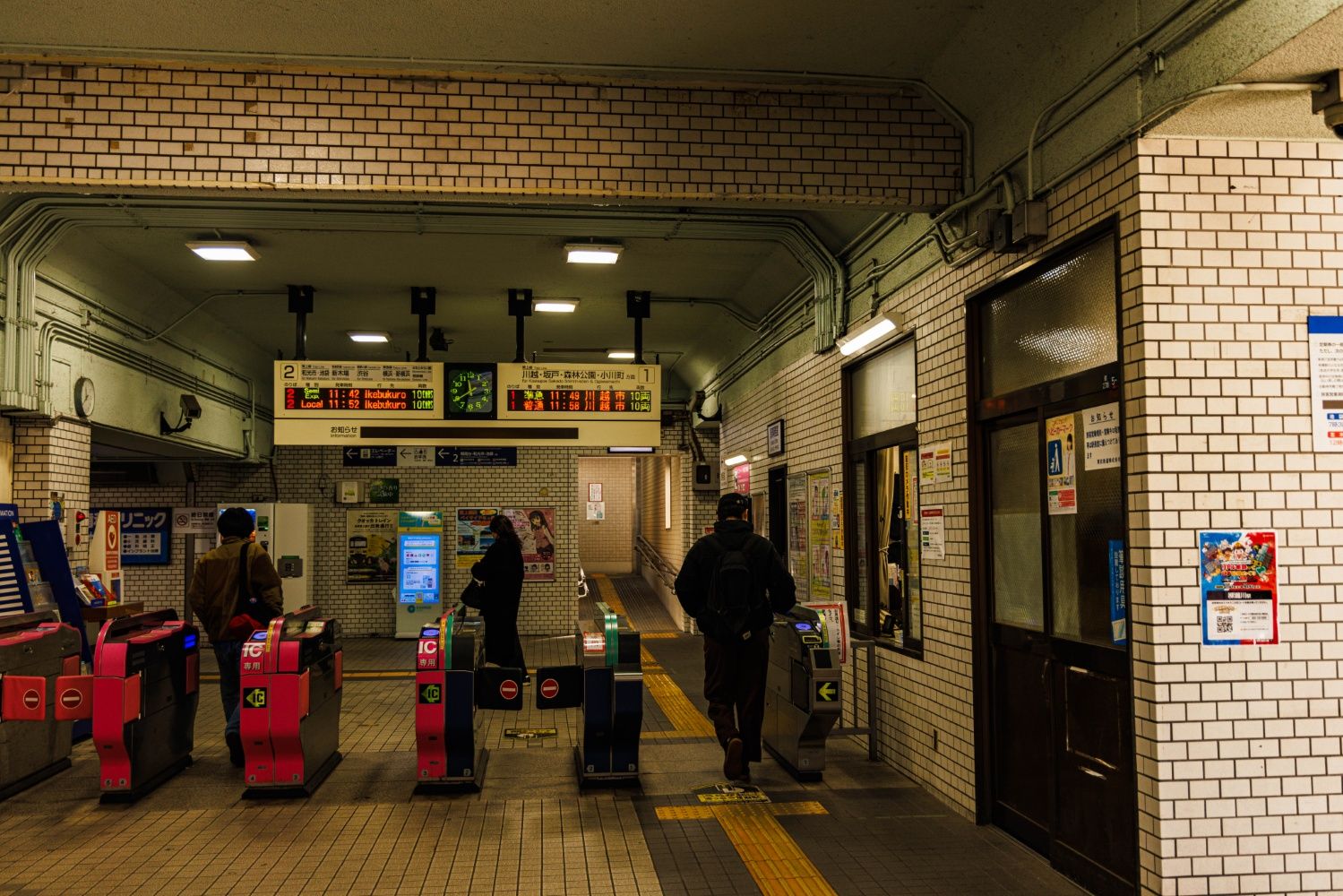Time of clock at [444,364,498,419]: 11:39
